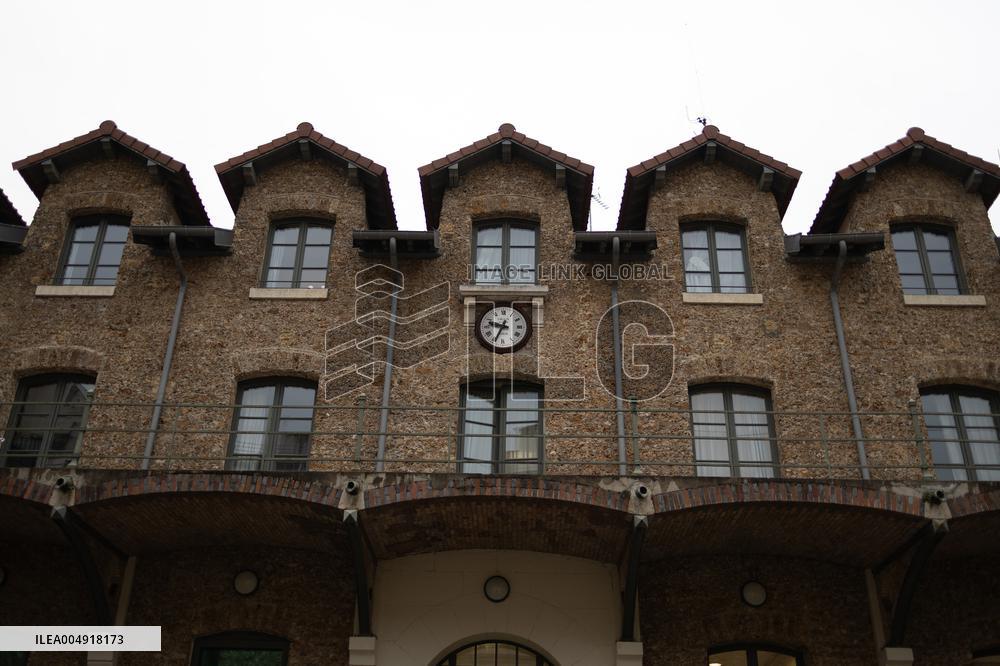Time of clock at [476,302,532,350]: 9:34
